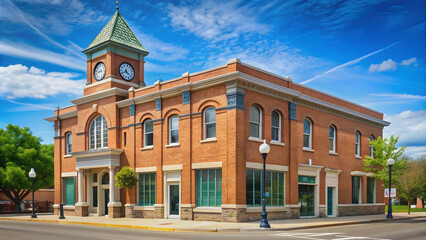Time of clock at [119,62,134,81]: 4:40
